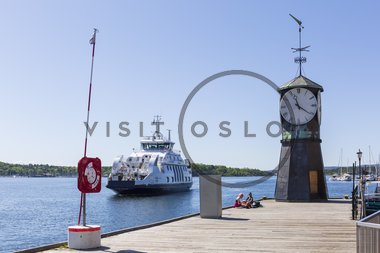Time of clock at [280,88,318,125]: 11:20
